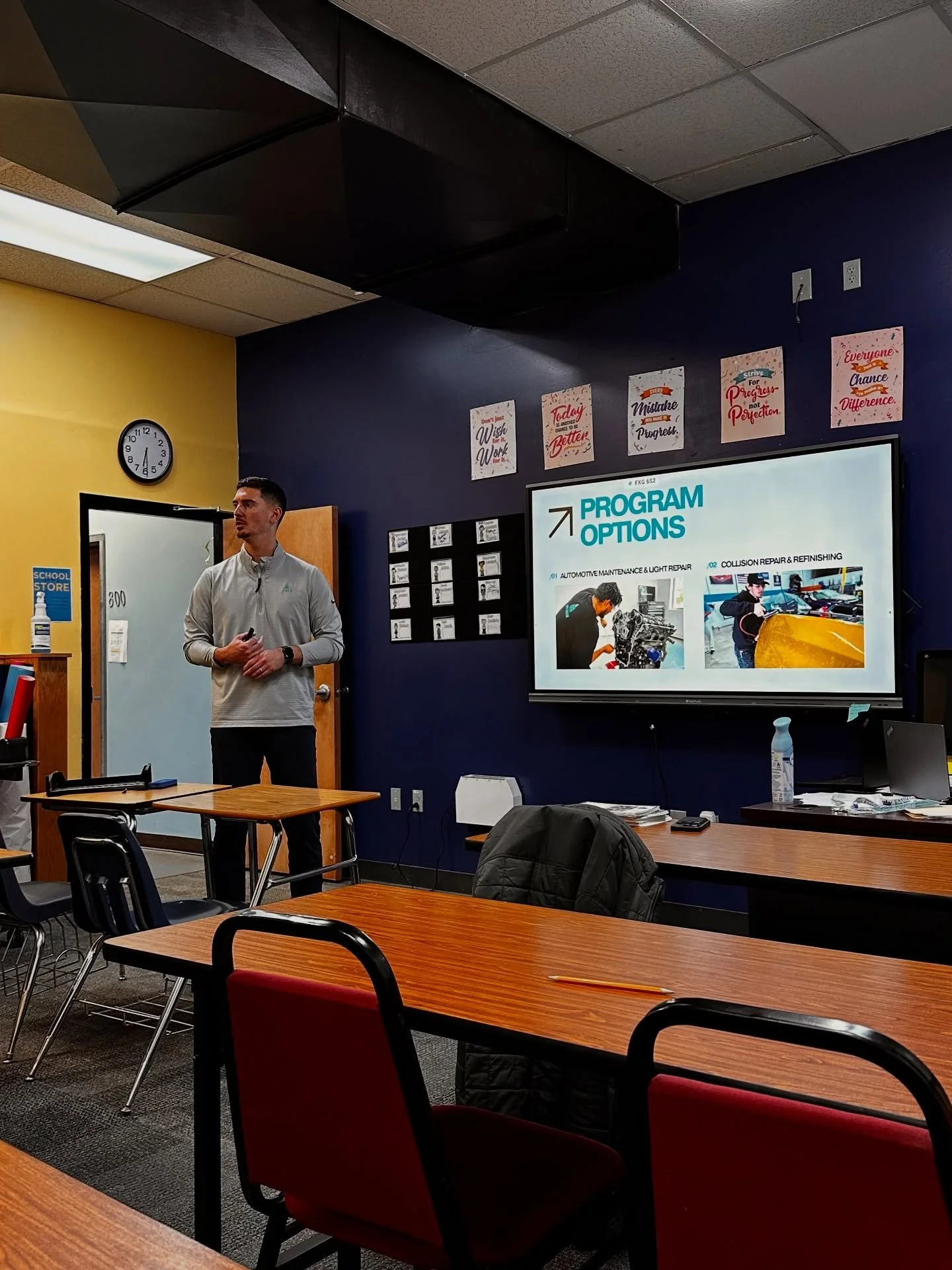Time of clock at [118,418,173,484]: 6:29
